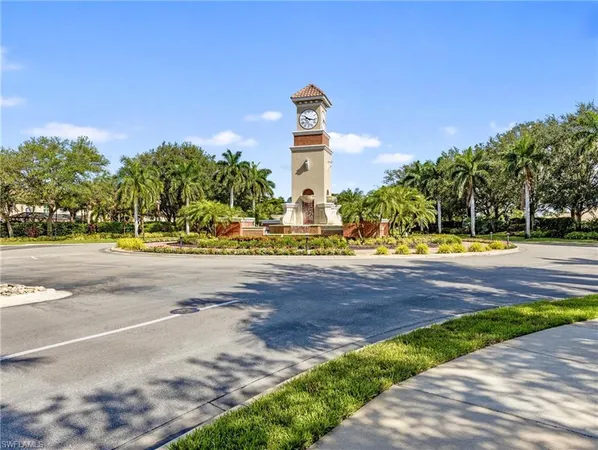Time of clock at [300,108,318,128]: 10:17
